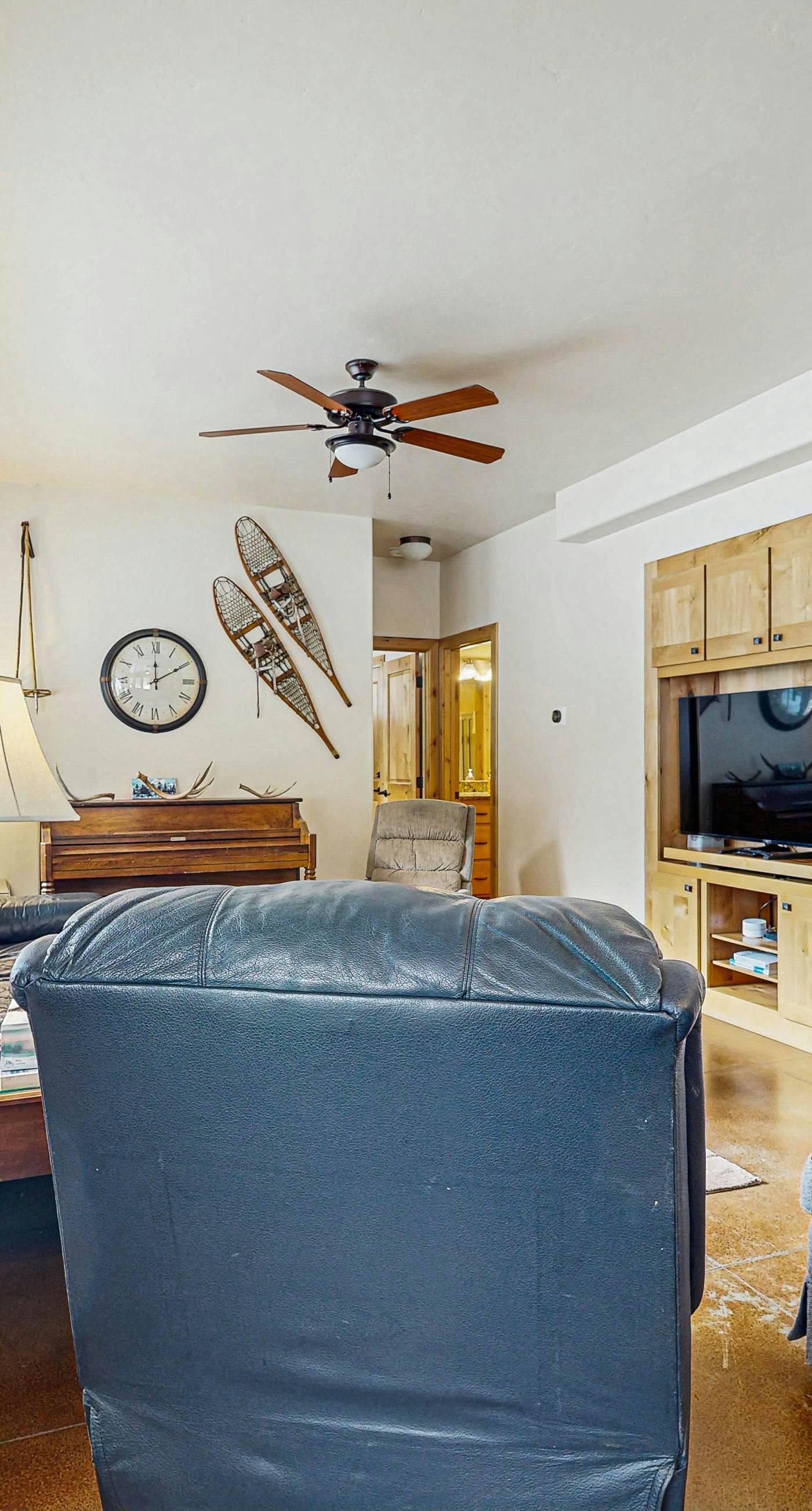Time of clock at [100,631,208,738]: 12:09
